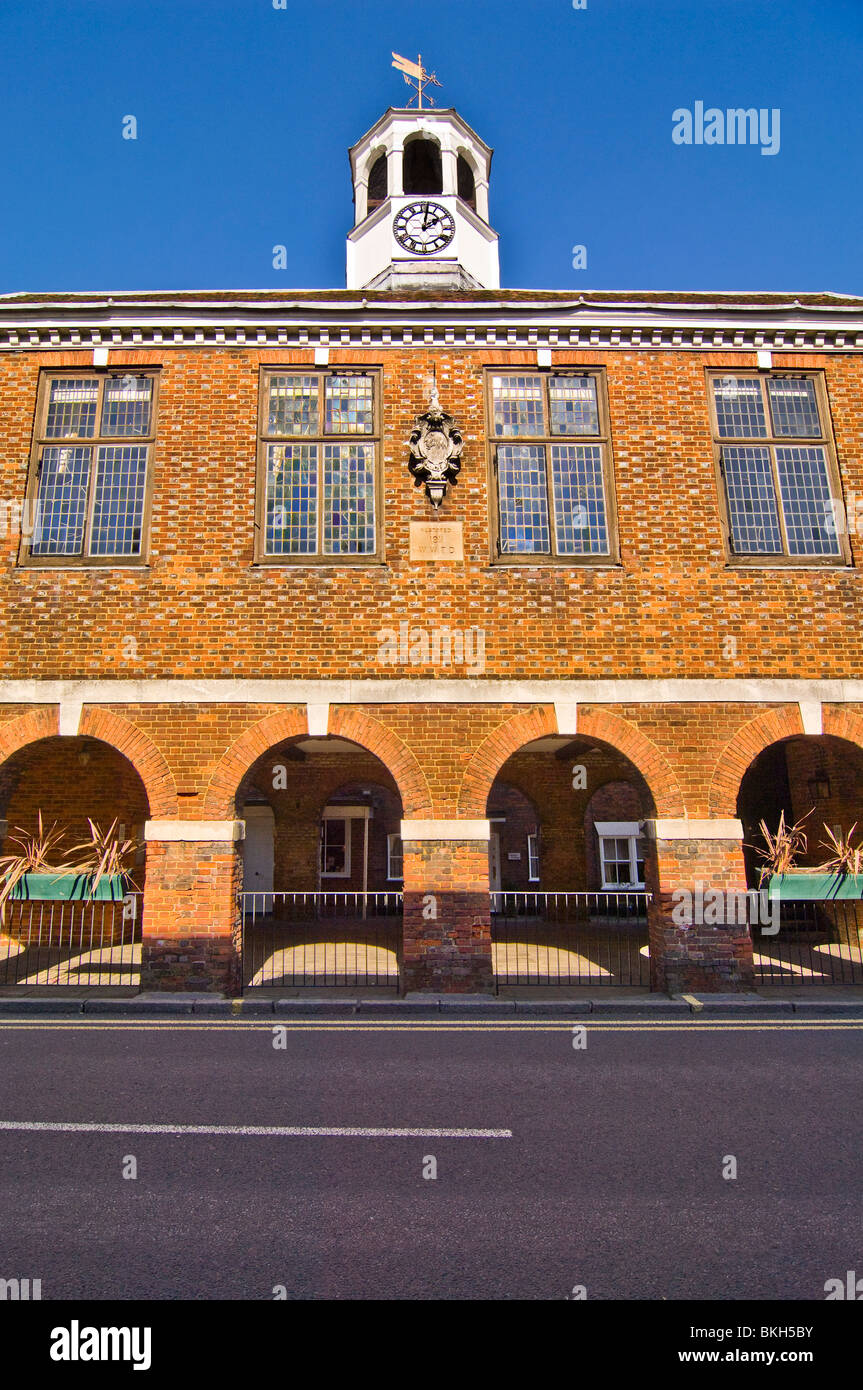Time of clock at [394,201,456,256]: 2:01
